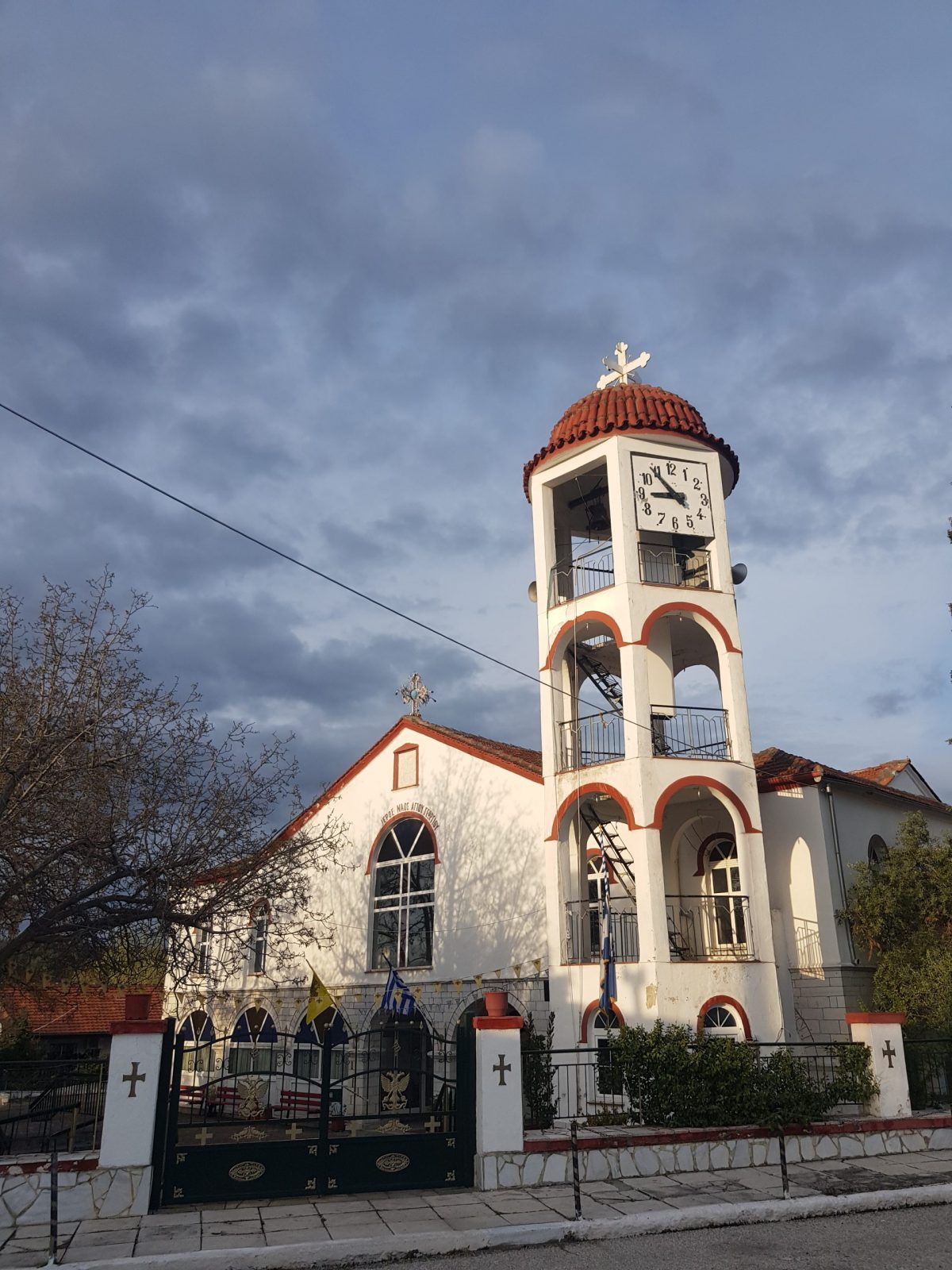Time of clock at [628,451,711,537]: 8:53
